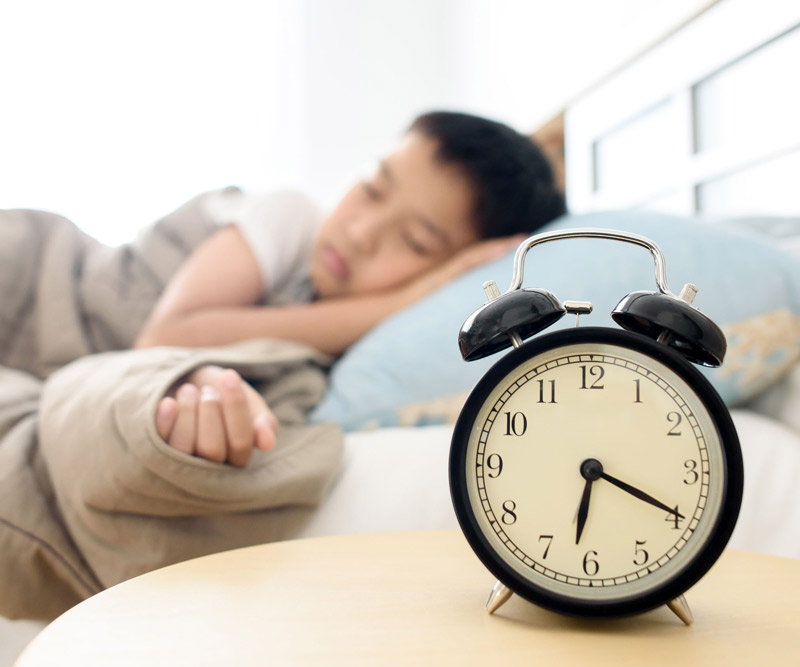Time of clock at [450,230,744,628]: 6:19
